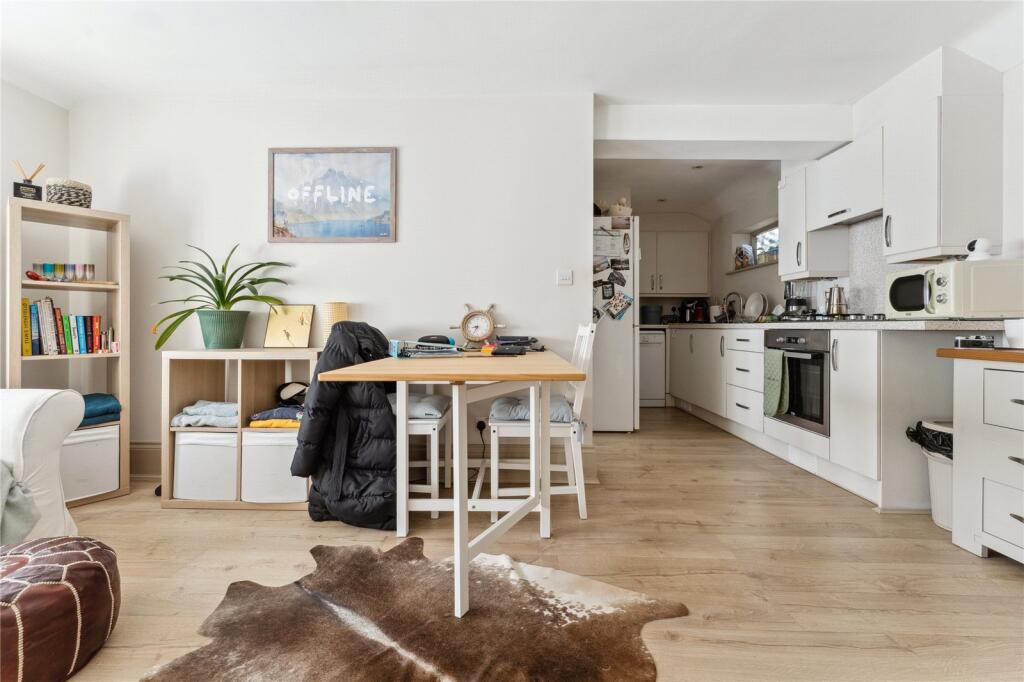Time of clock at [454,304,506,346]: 8:34
